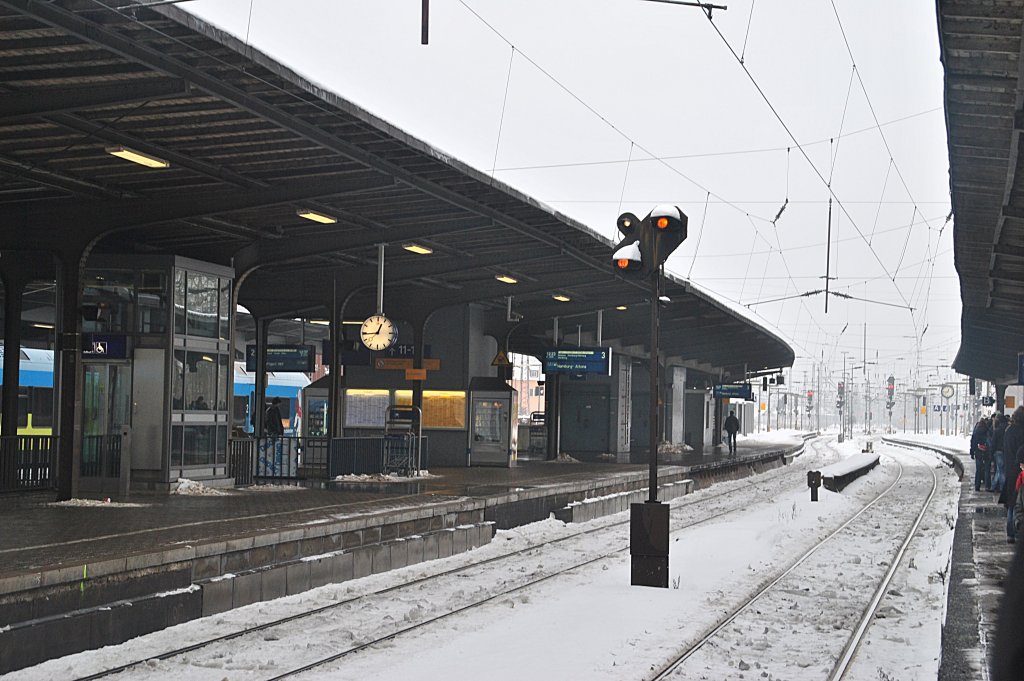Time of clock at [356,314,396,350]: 12:44
